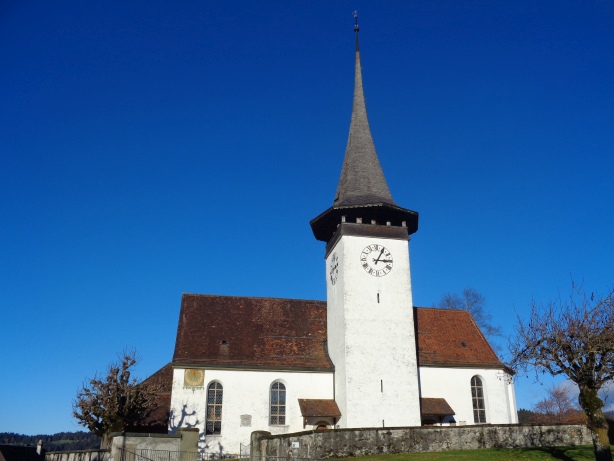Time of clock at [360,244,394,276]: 3:04
